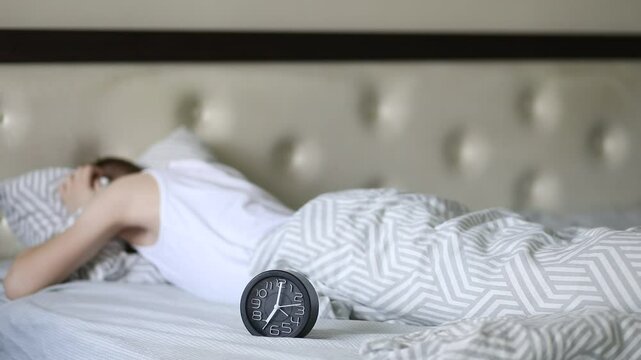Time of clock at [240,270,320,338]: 7:00
